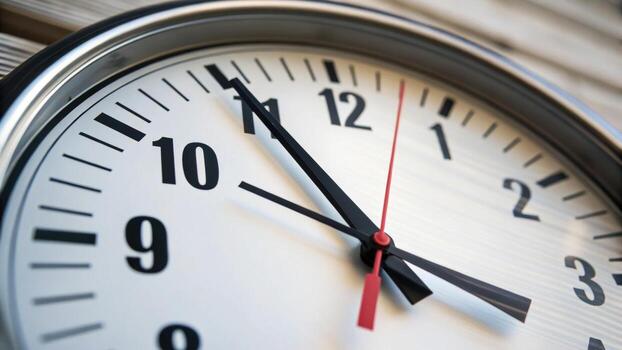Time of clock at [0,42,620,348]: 3:55
